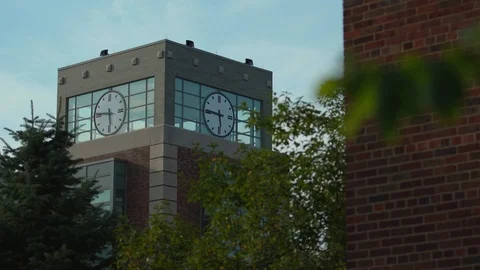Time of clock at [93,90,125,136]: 5:45
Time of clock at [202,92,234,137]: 5:45
